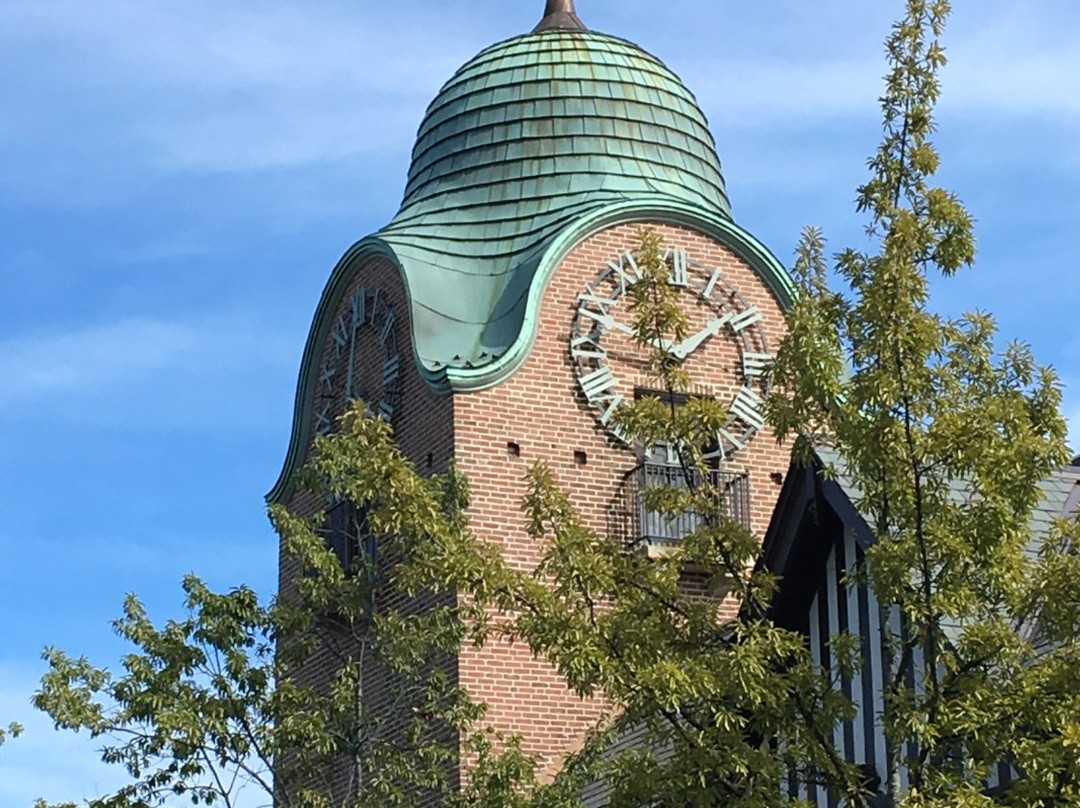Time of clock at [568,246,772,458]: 1:46
